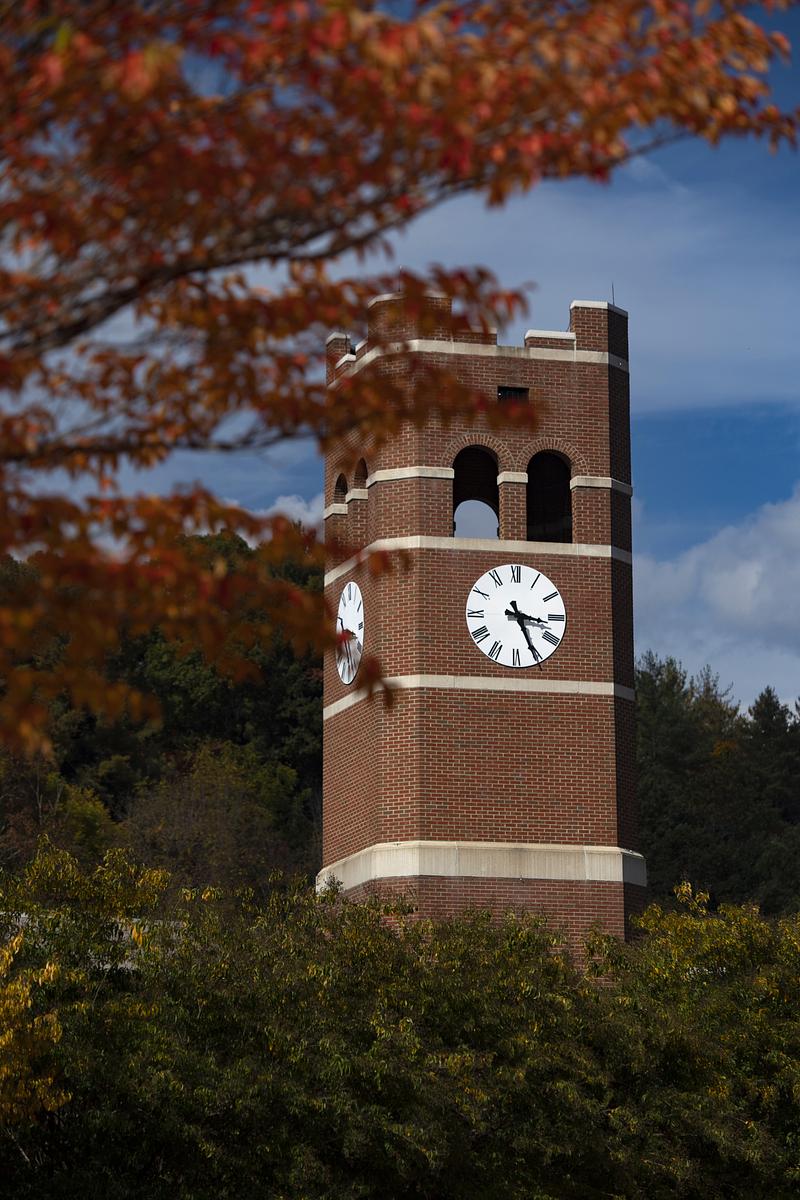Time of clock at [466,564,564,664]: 3:25
